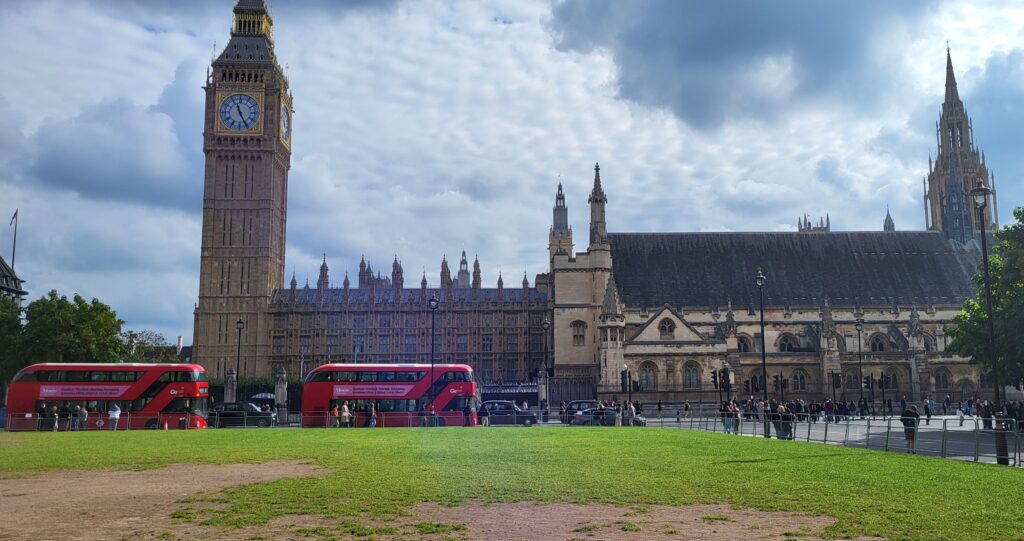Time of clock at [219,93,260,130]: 11:25
